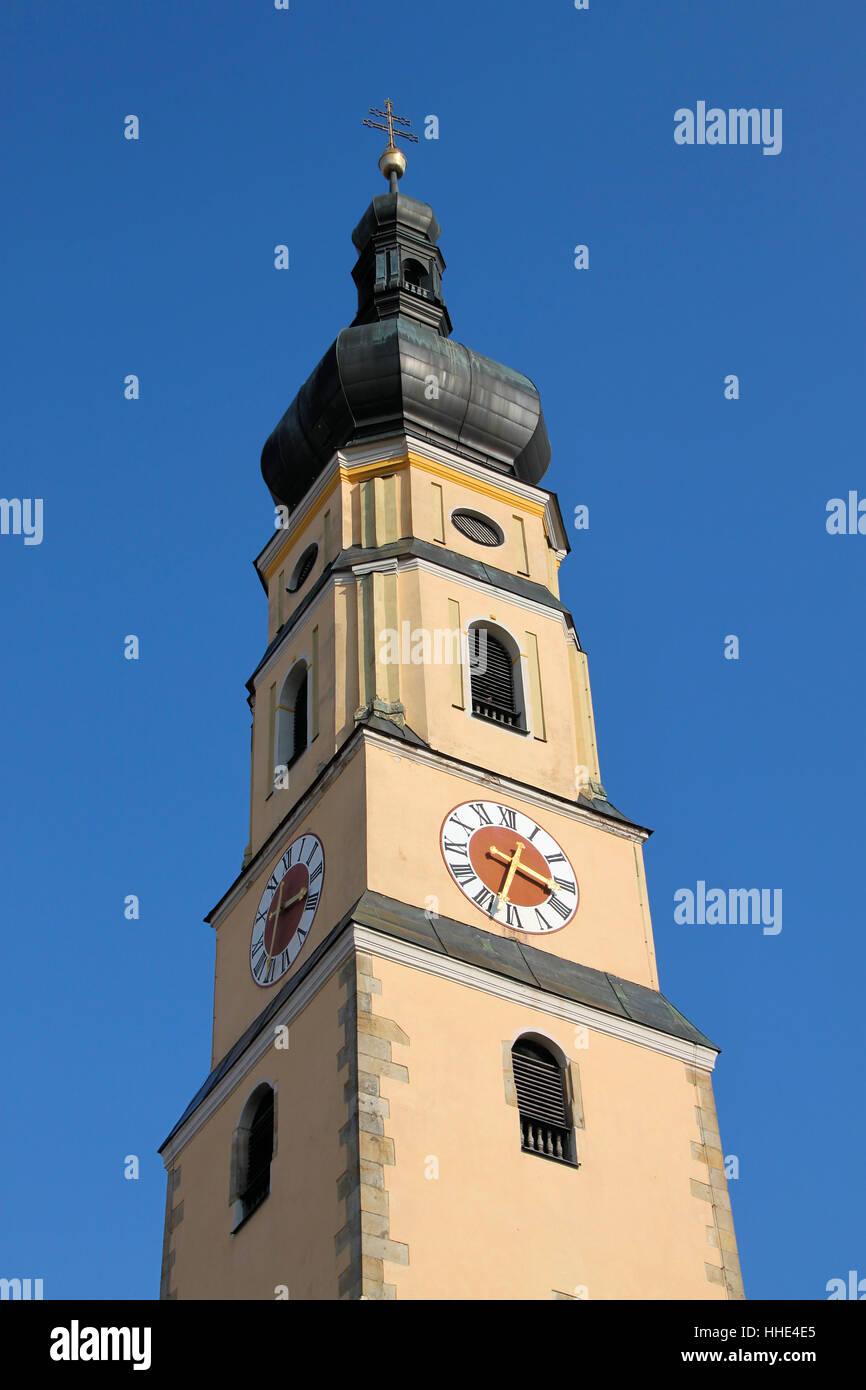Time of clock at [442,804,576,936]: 3:33
